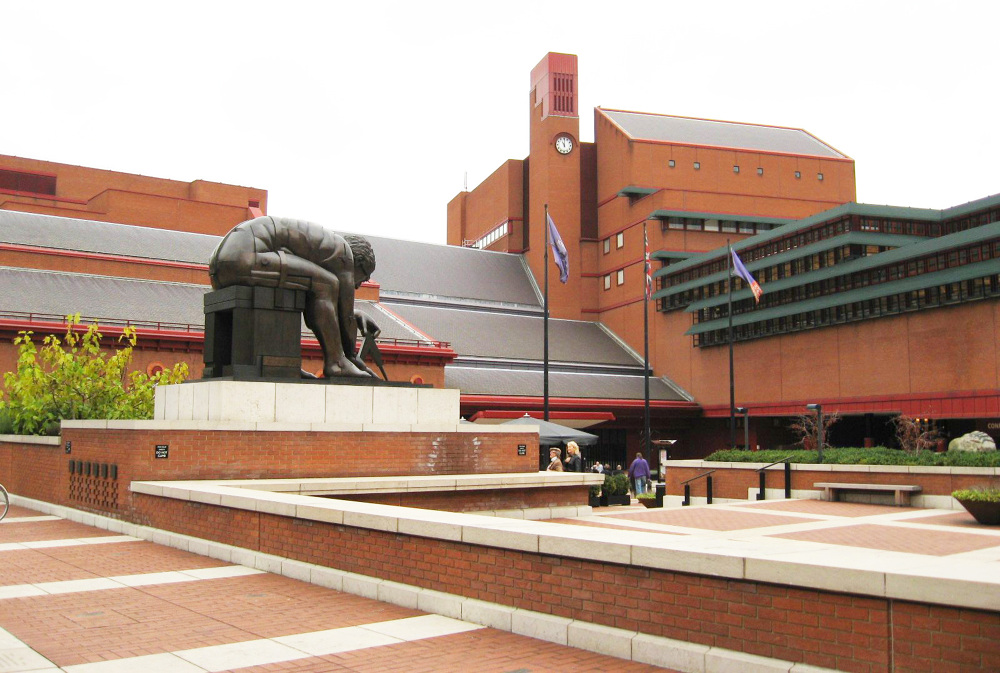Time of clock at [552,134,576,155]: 11:00
